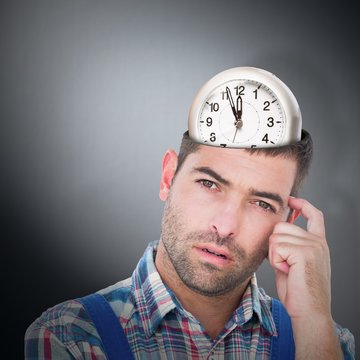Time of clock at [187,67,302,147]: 11:55
